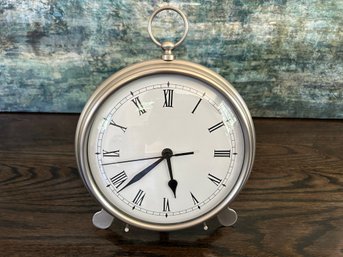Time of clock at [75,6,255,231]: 5:38
